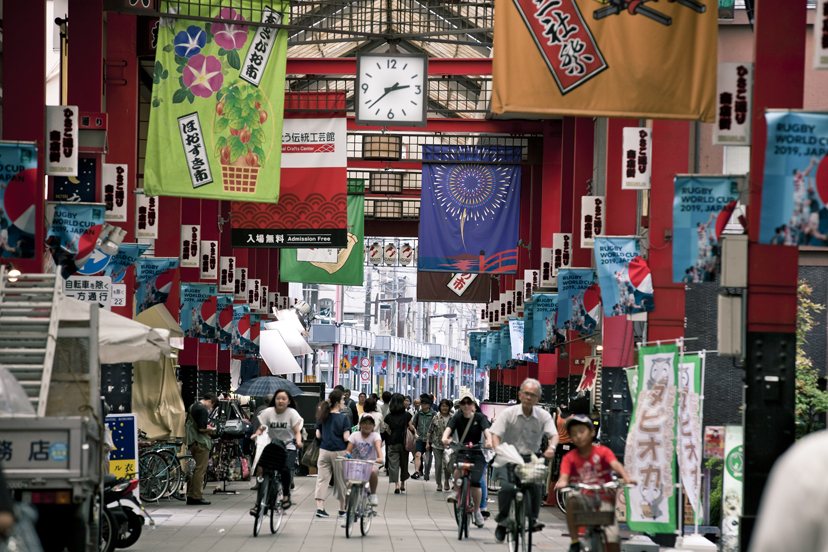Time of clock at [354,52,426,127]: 2:38
